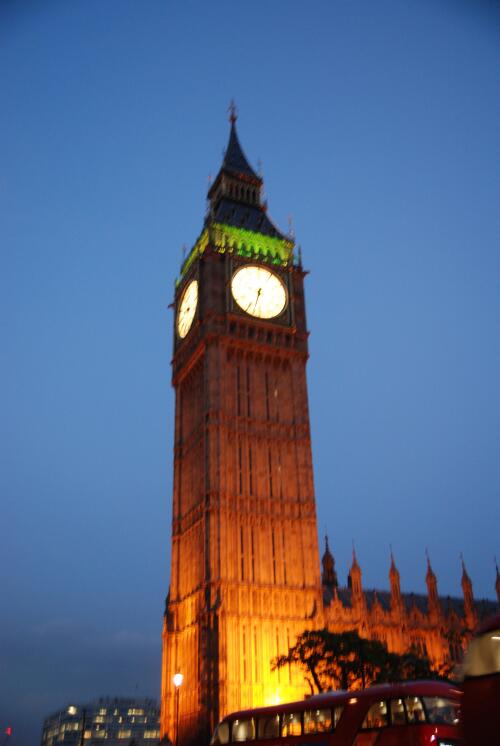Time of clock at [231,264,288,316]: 6:32
